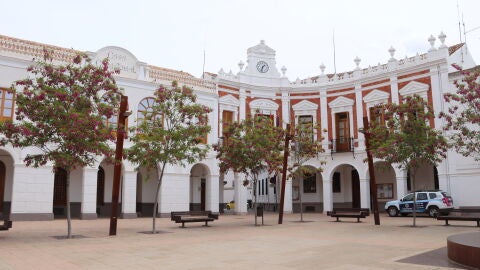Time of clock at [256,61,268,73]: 1:32
